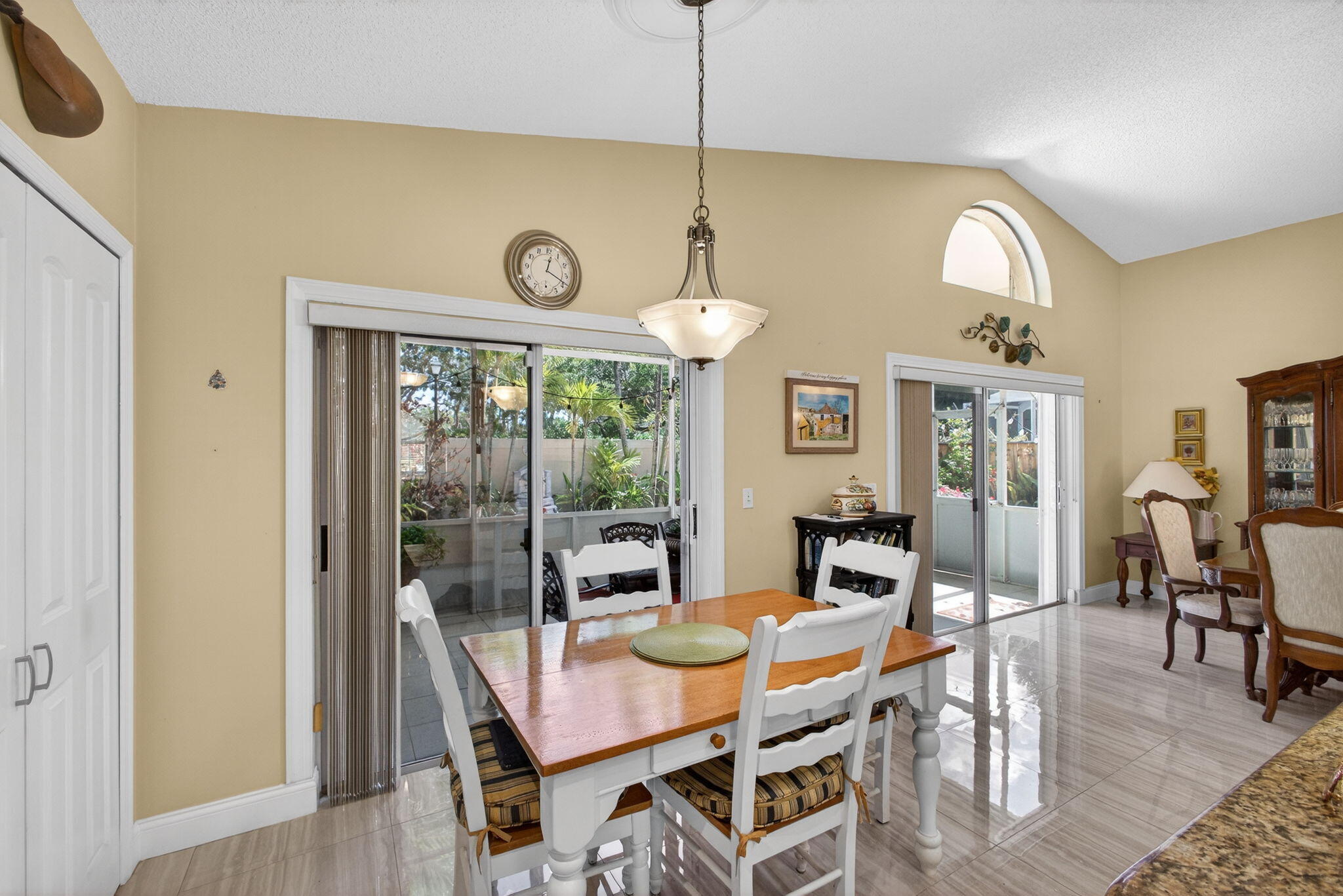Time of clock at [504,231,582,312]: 12:18
